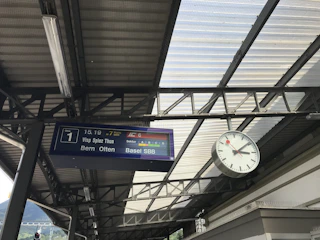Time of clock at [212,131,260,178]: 3:09
